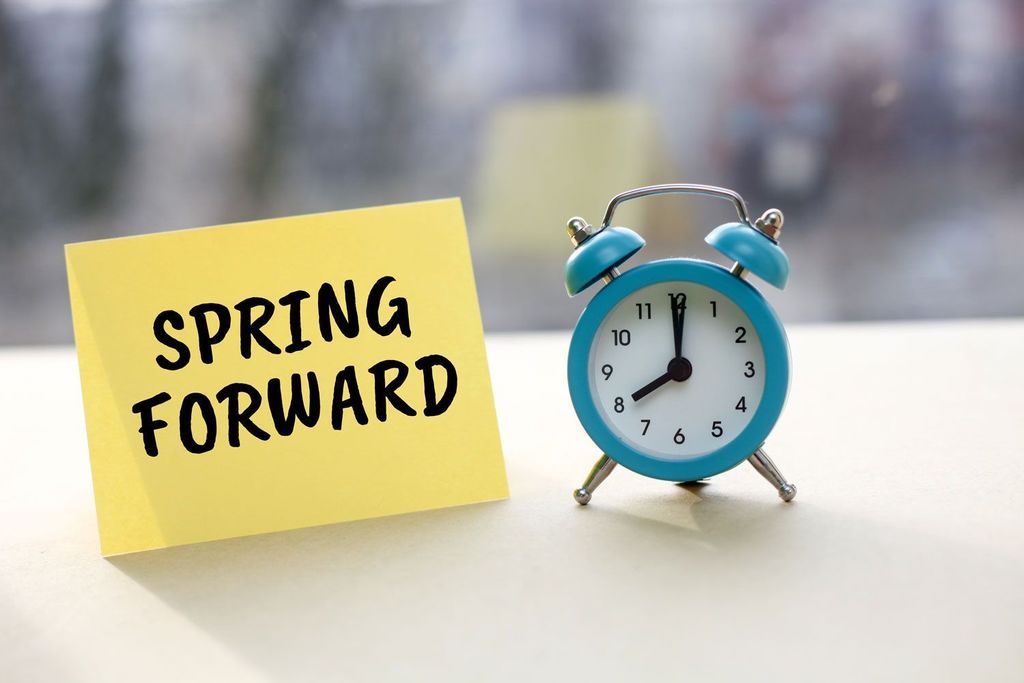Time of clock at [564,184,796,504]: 8:00
